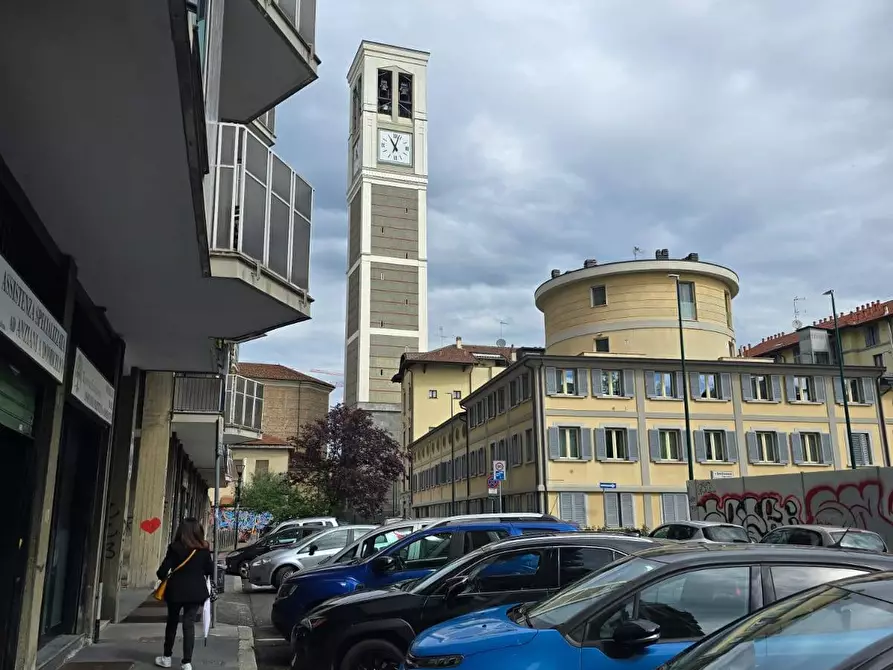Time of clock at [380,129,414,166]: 11:03
